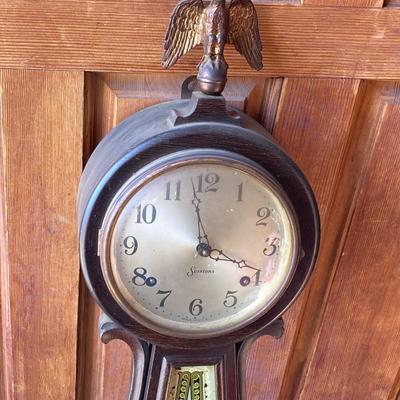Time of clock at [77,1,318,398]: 3:58
